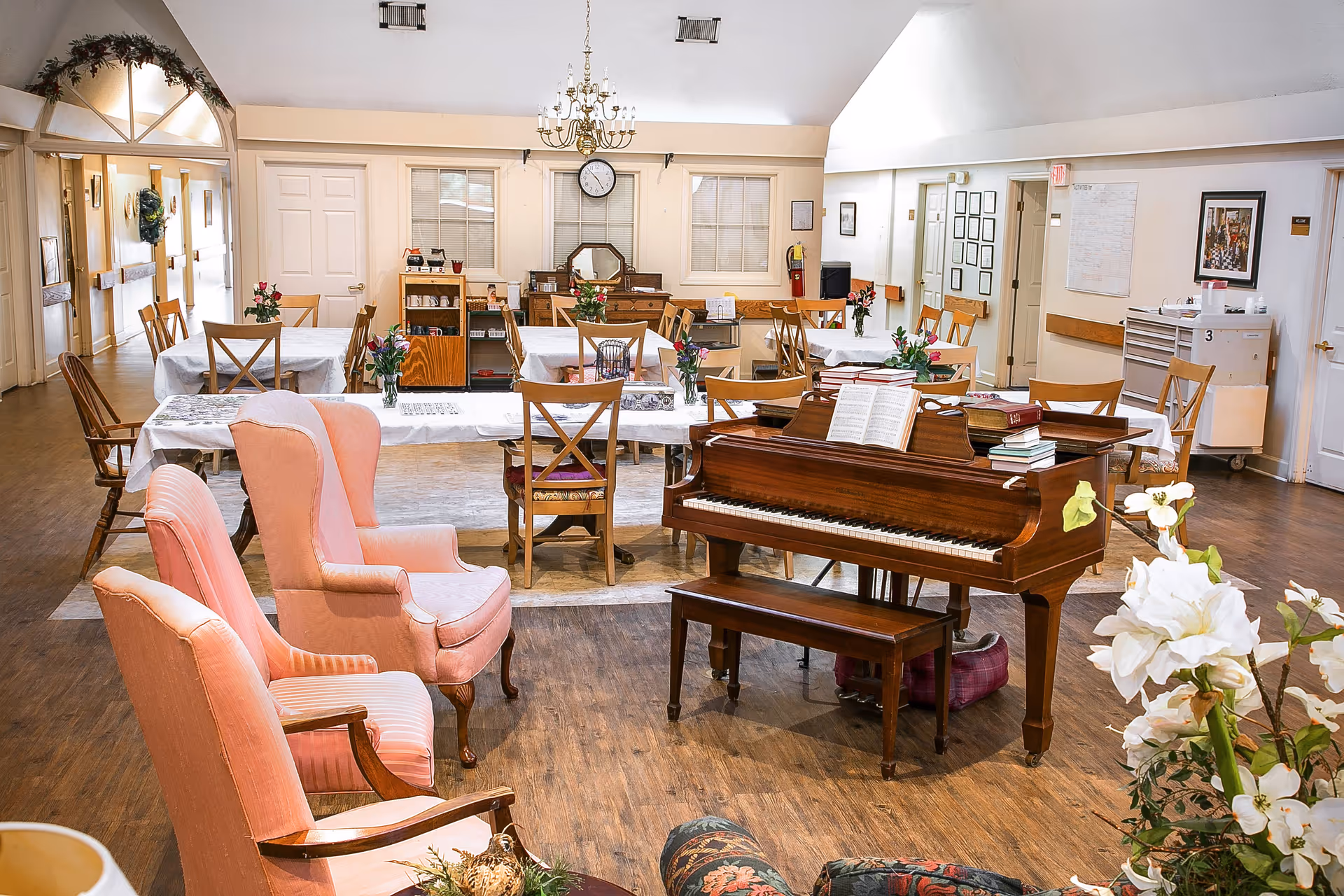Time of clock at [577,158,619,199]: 4:52
